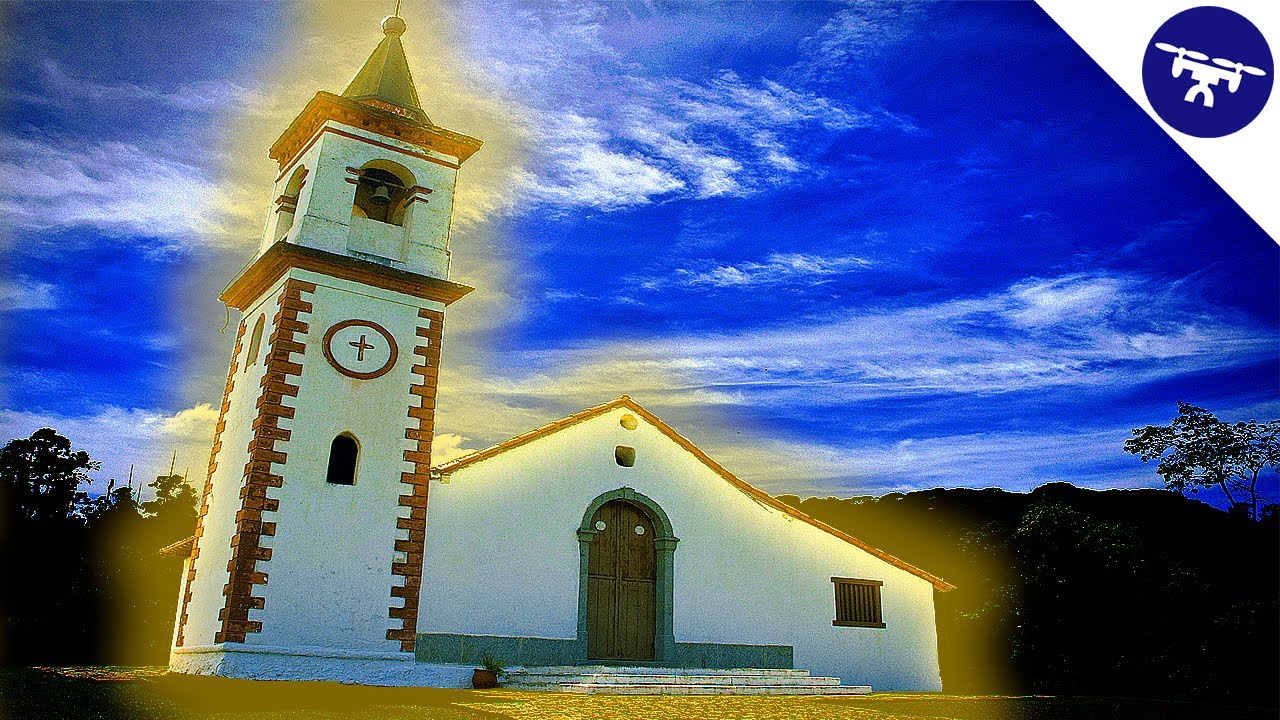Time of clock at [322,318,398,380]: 9:31
